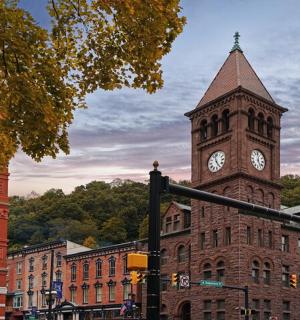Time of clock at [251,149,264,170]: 4:59
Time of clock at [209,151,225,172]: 4:57
